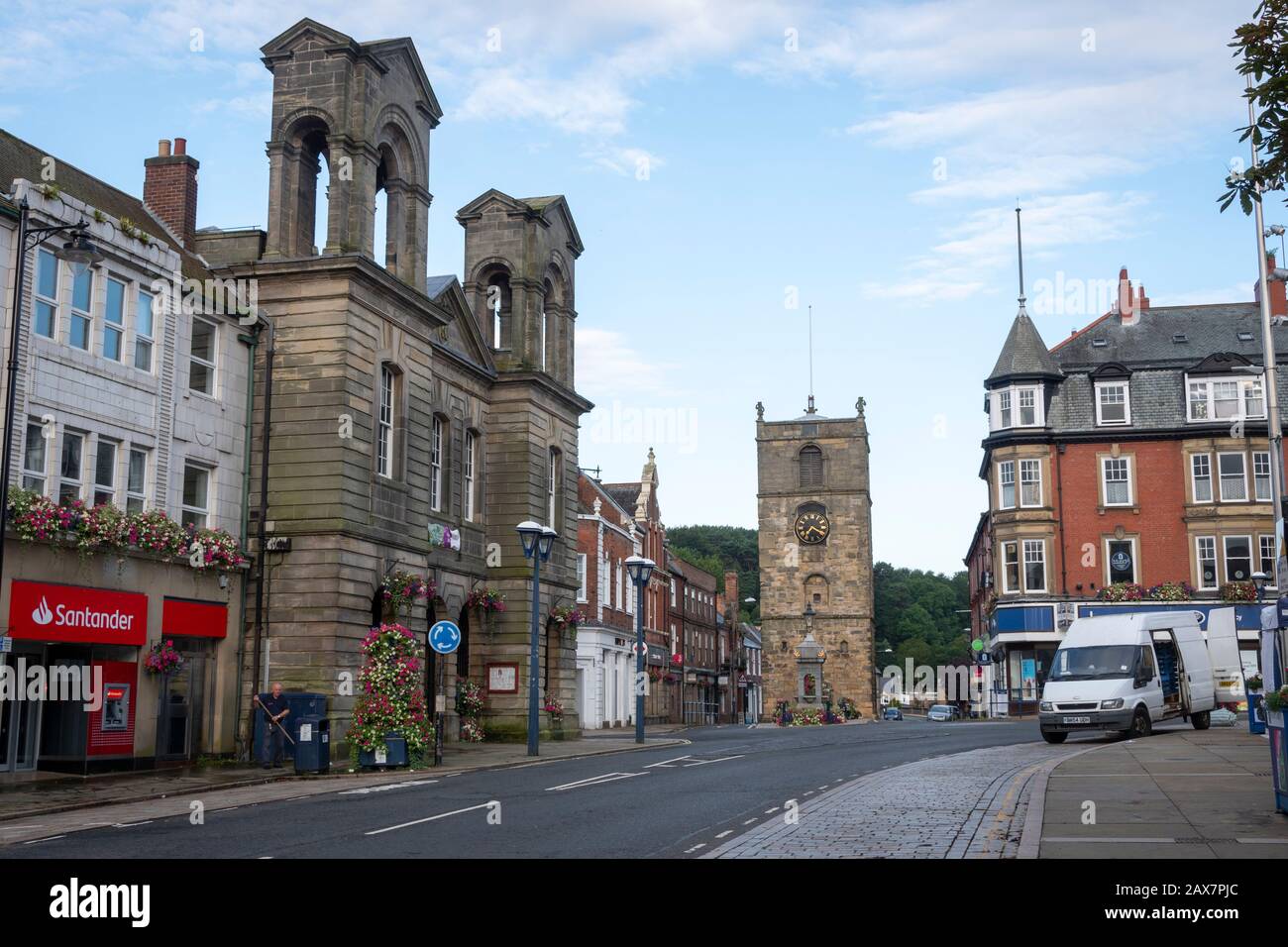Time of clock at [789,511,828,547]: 7:19
